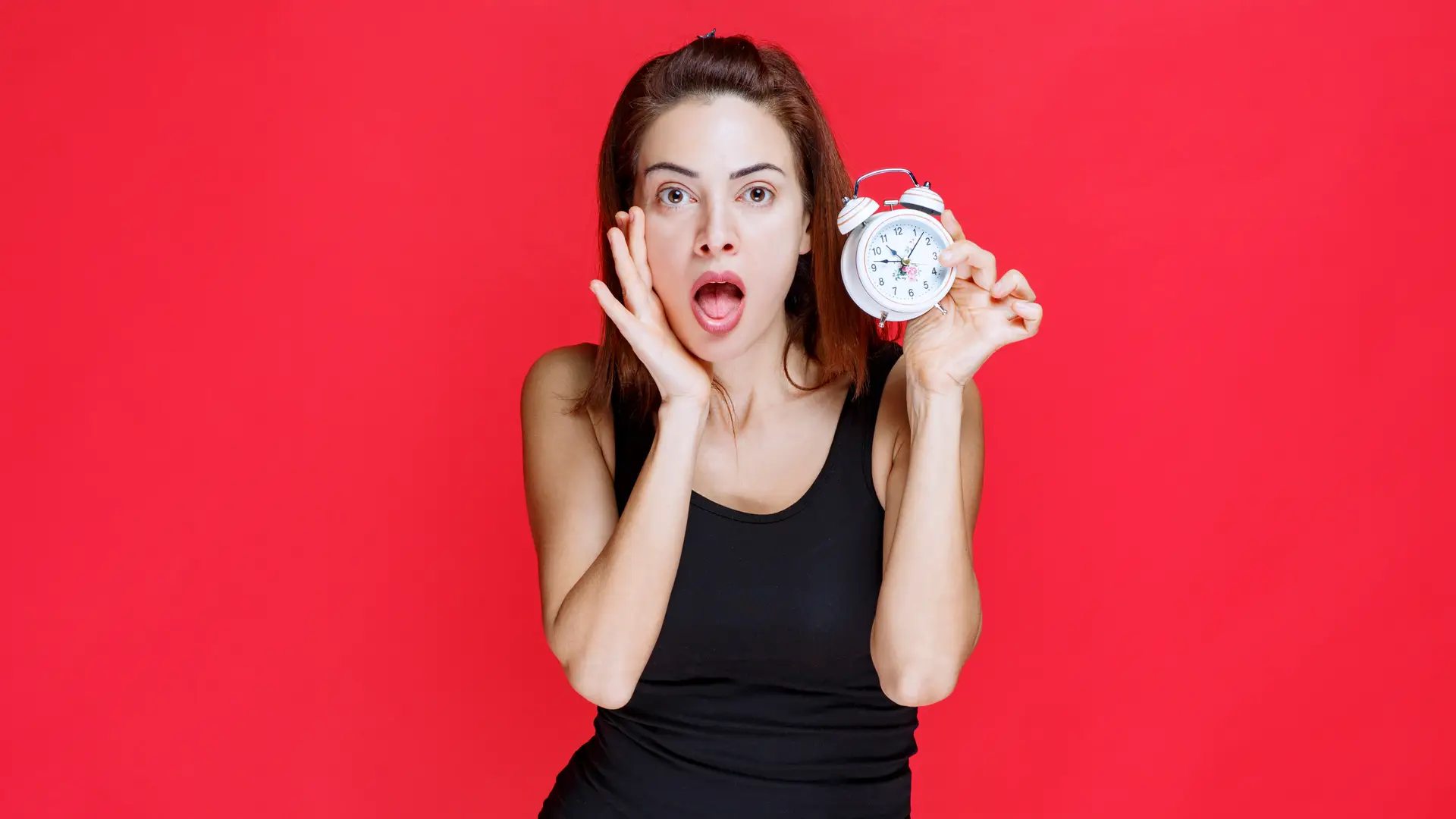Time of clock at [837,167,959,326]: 10:47
